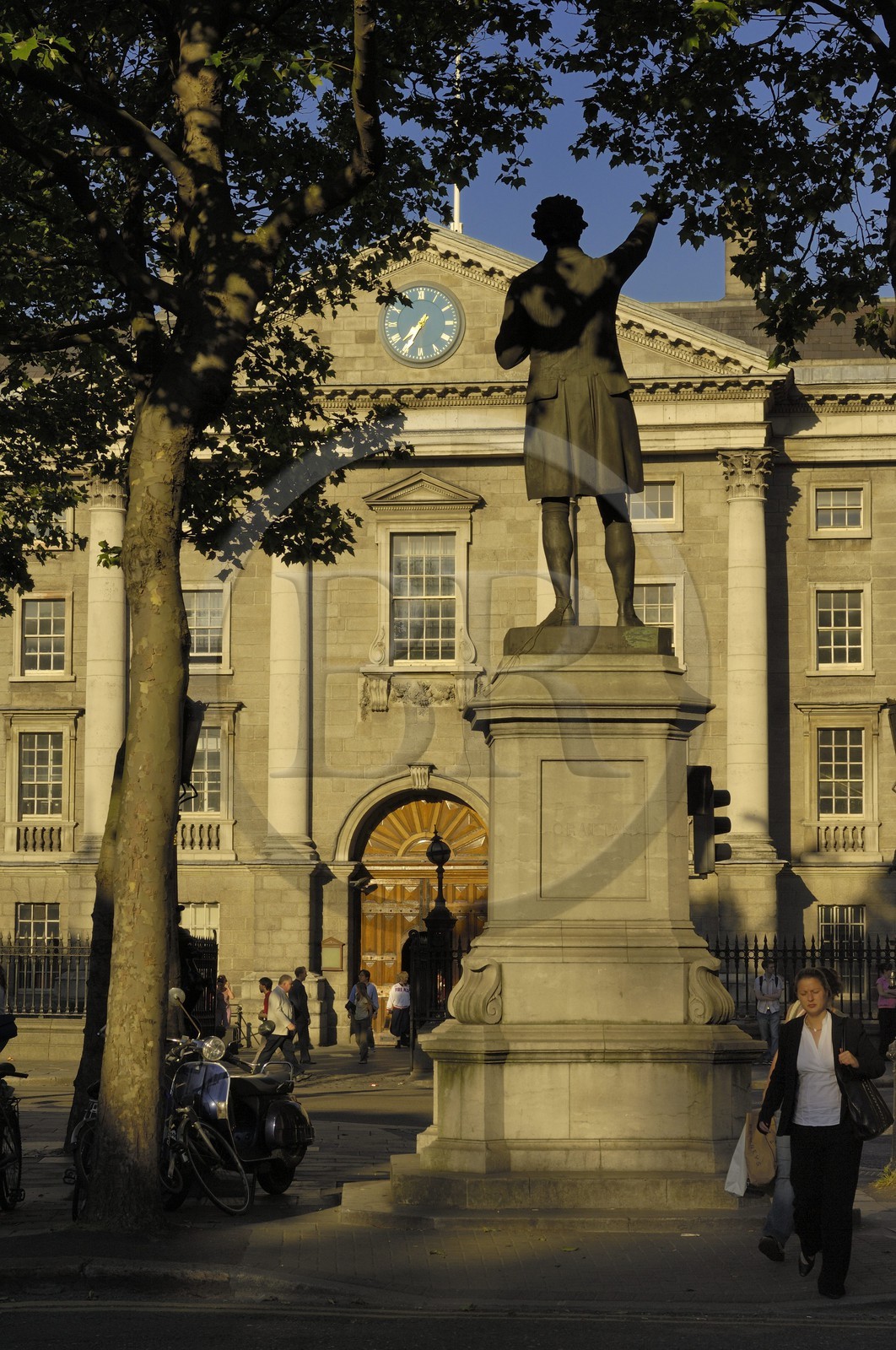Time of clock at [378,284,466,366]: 7:34
